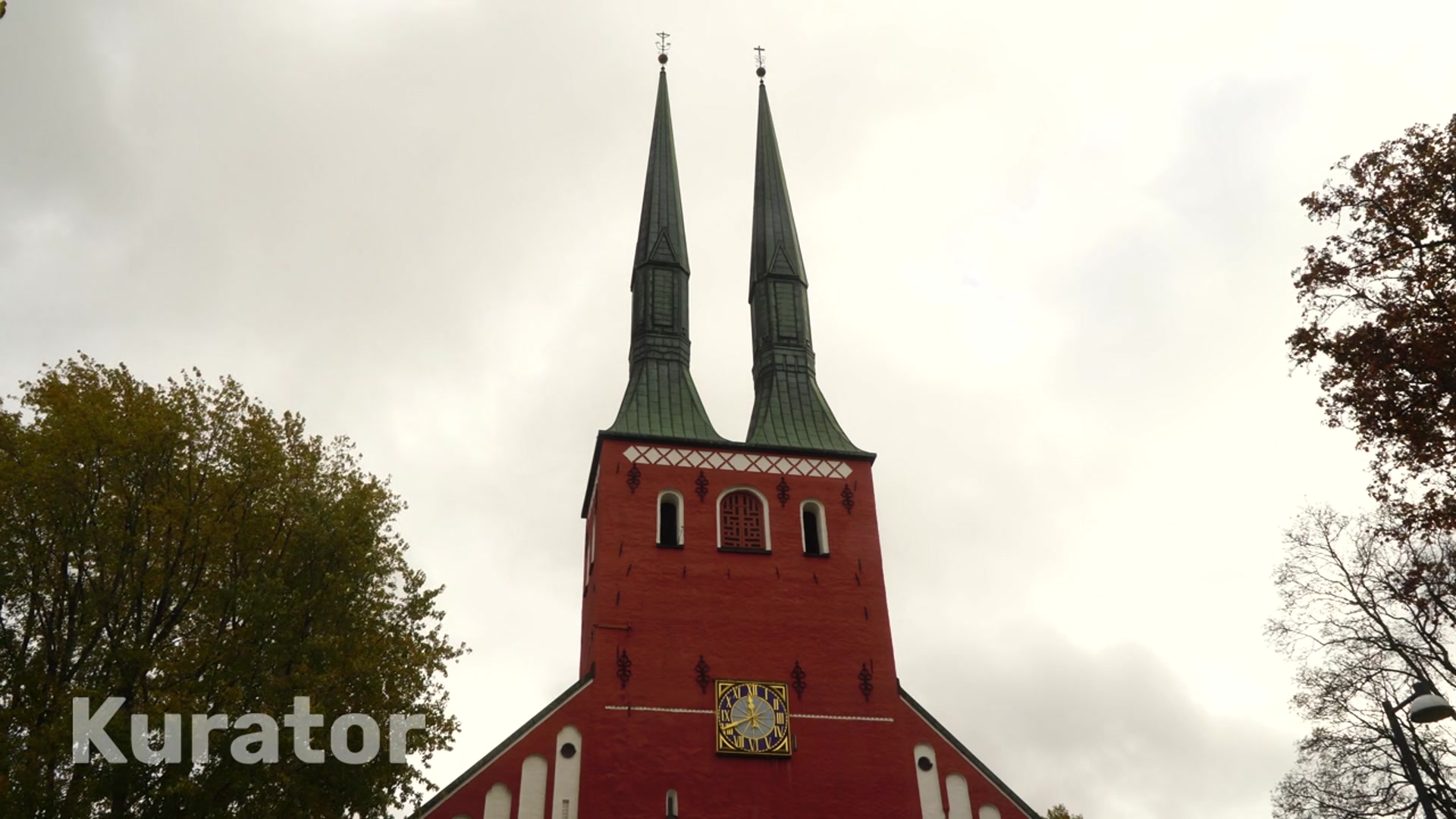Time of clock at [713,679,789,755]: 11:41
